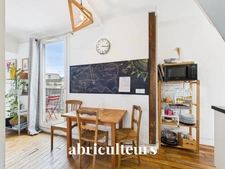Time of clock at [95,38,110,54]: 3:16
